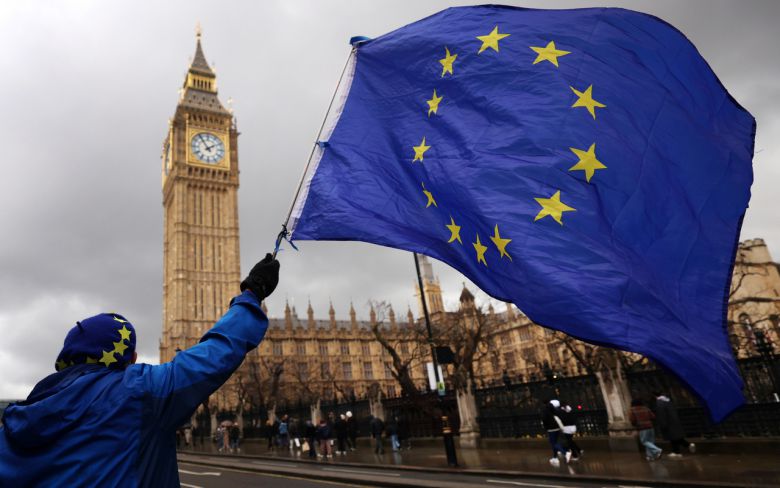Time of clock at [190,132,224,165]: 1:54
